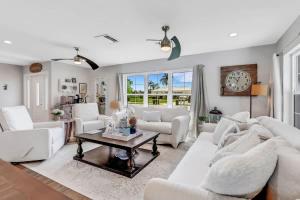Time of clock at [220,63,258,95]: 10:32
